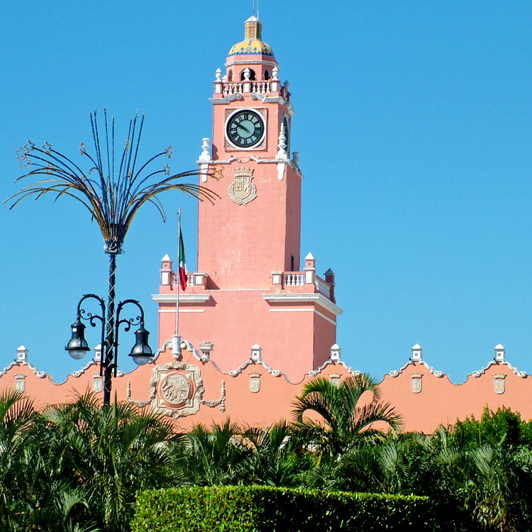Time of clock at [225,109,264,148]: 9:50
